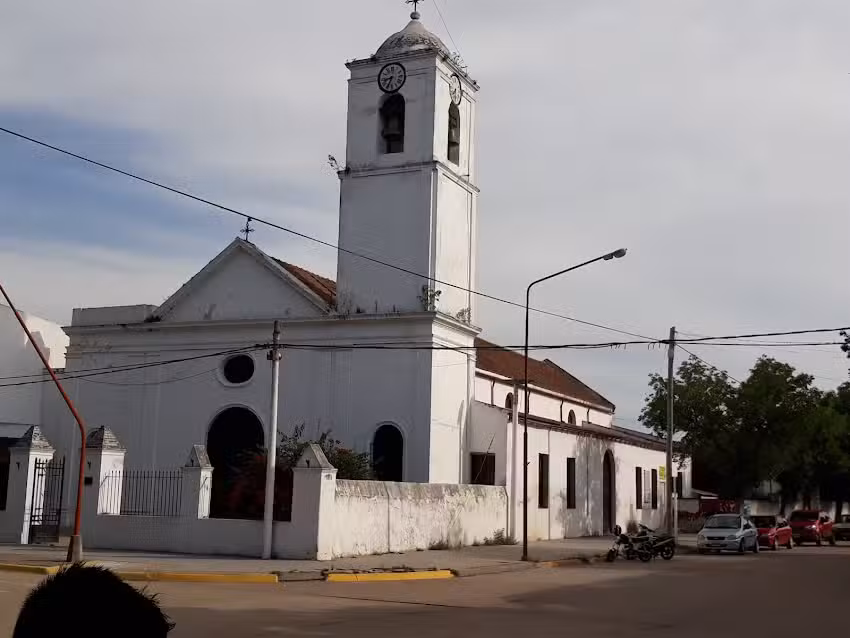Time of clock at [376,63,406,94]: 8:34
